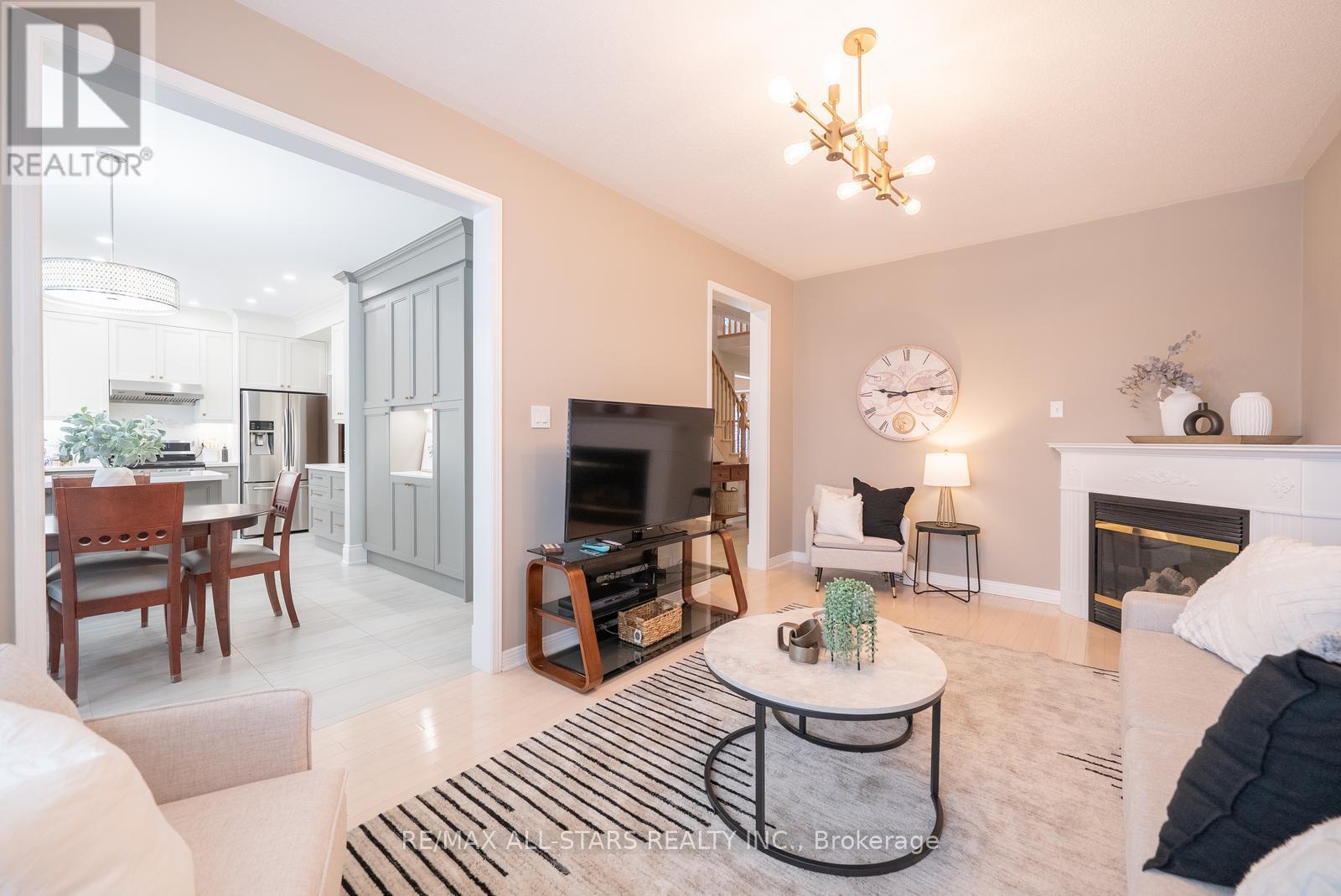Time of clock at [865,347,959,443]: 9:13
